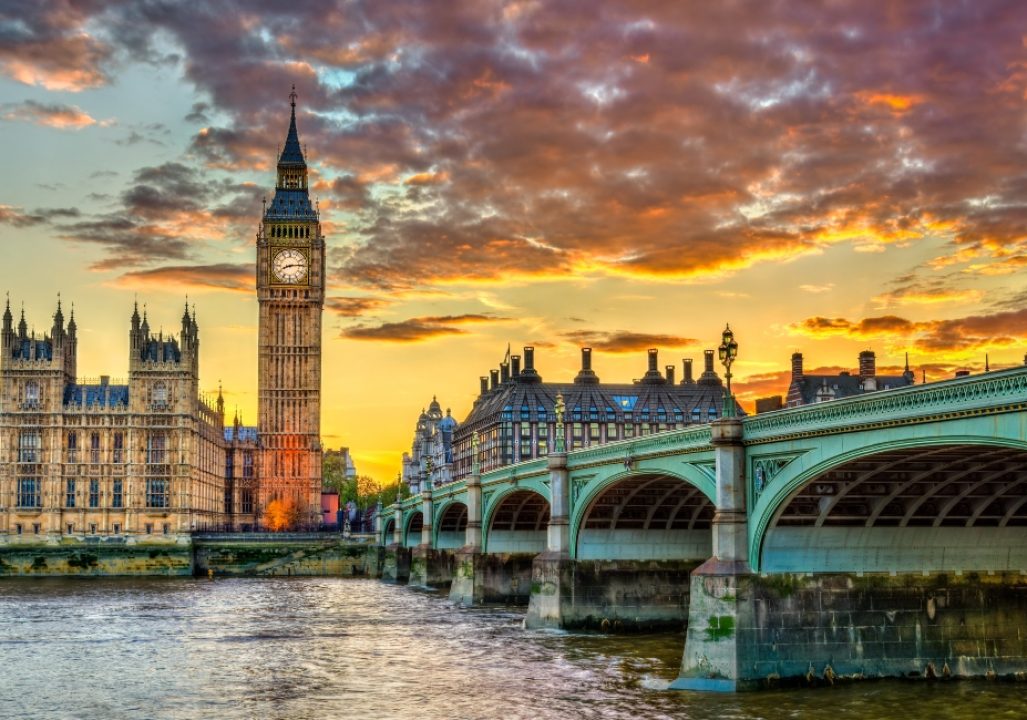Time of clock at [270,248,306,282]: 8:14
